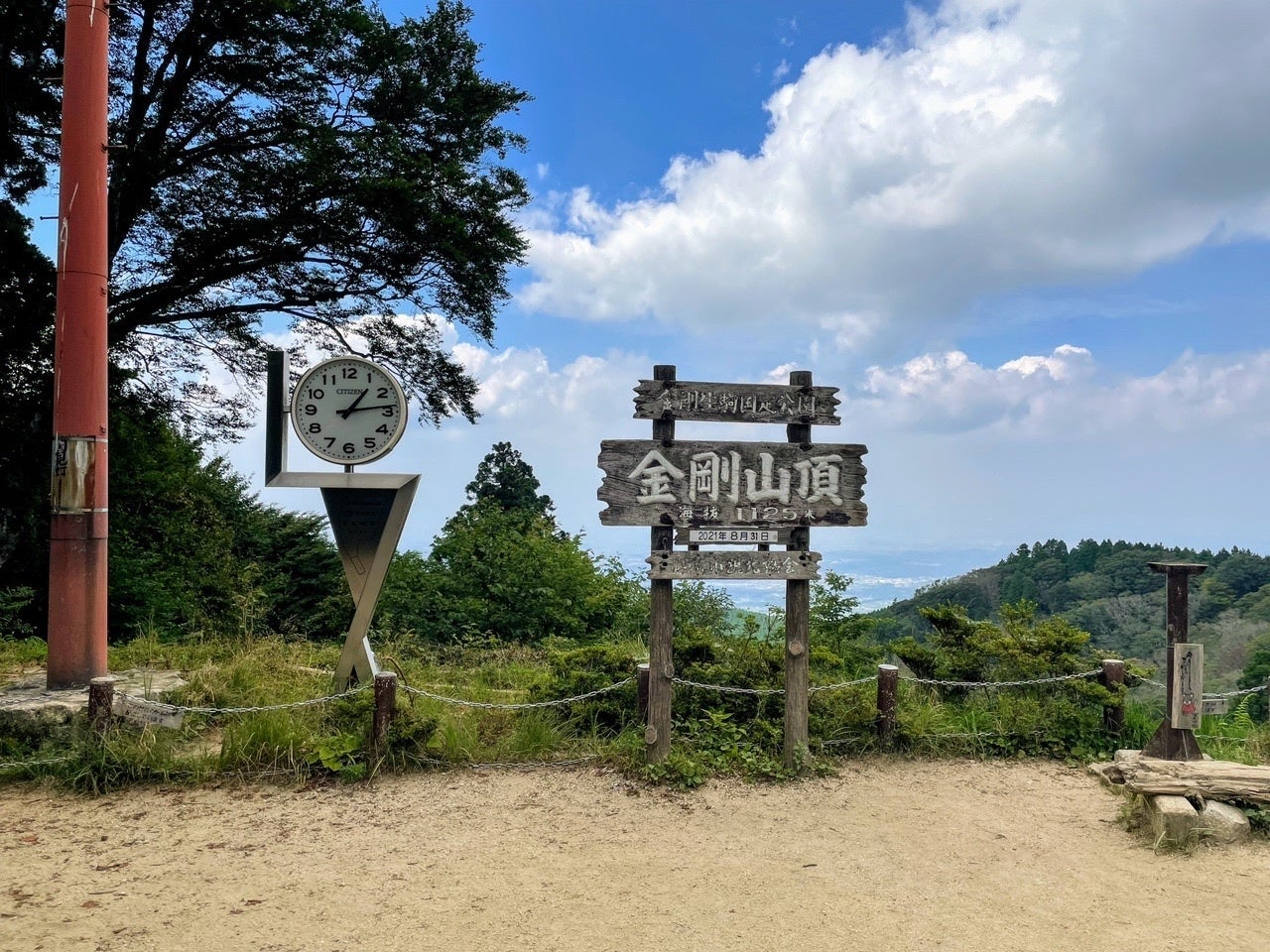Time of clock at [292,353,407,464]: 1:13
